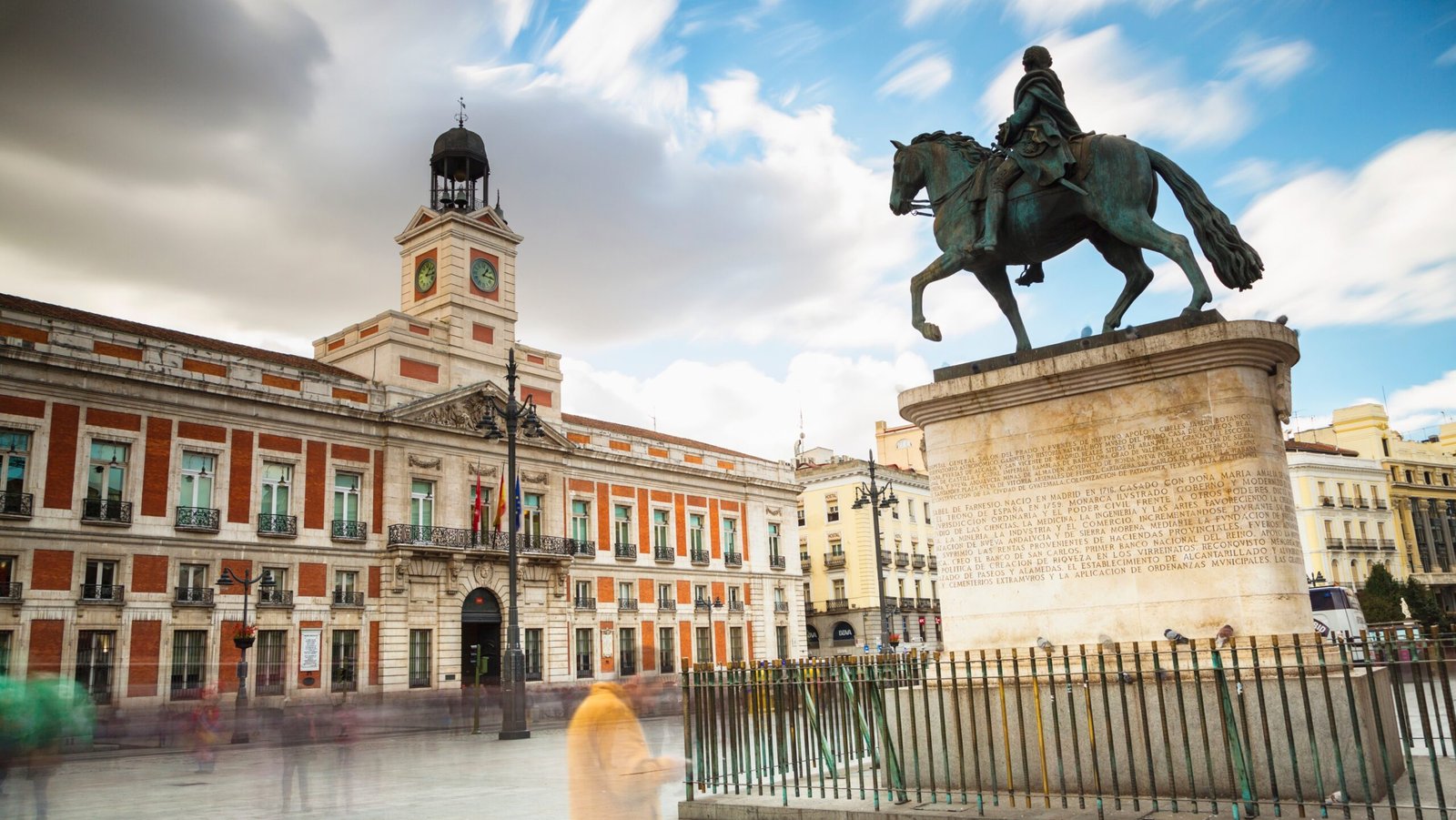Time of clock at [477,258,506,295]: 1:16
